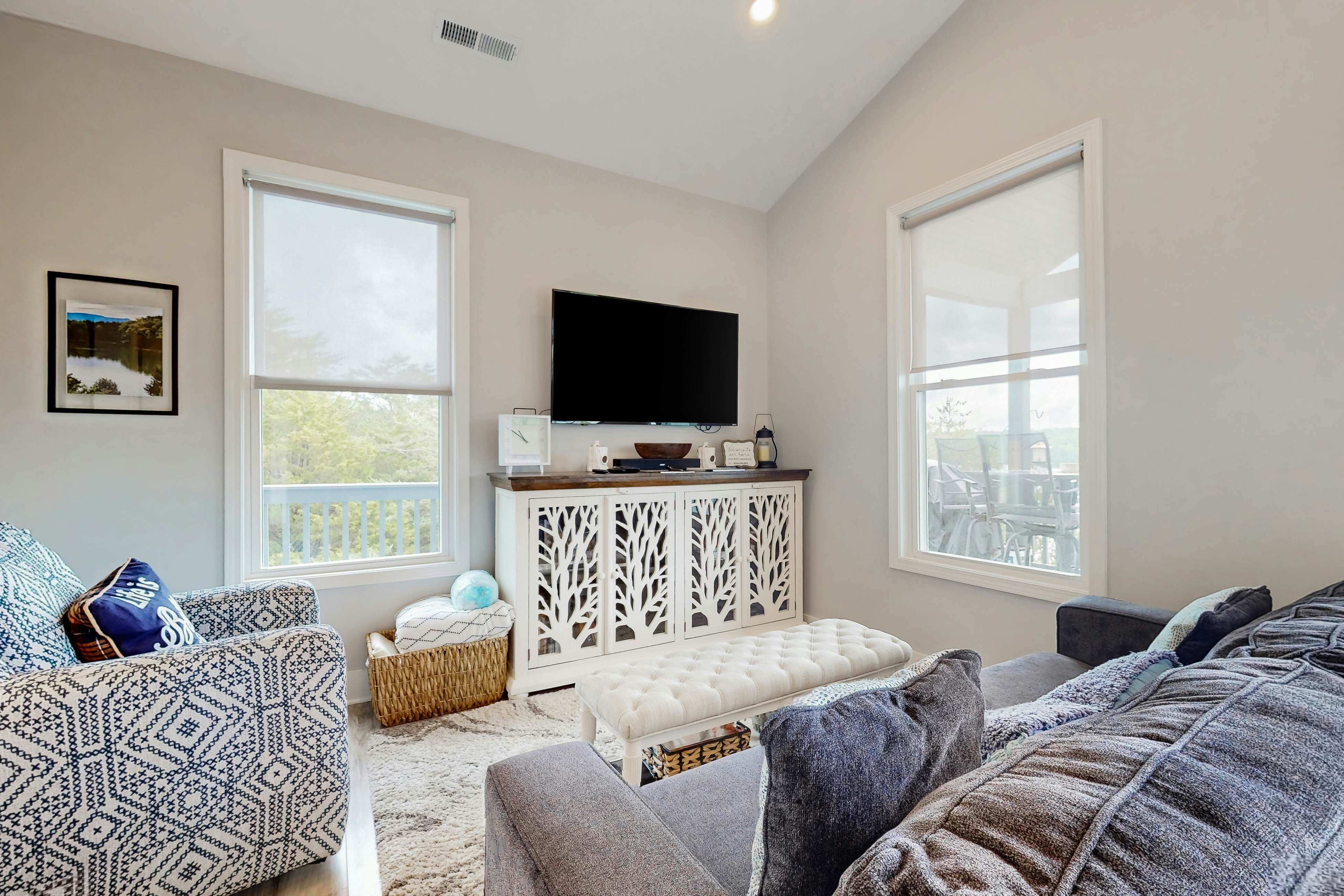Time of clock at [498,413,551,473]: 10:50
